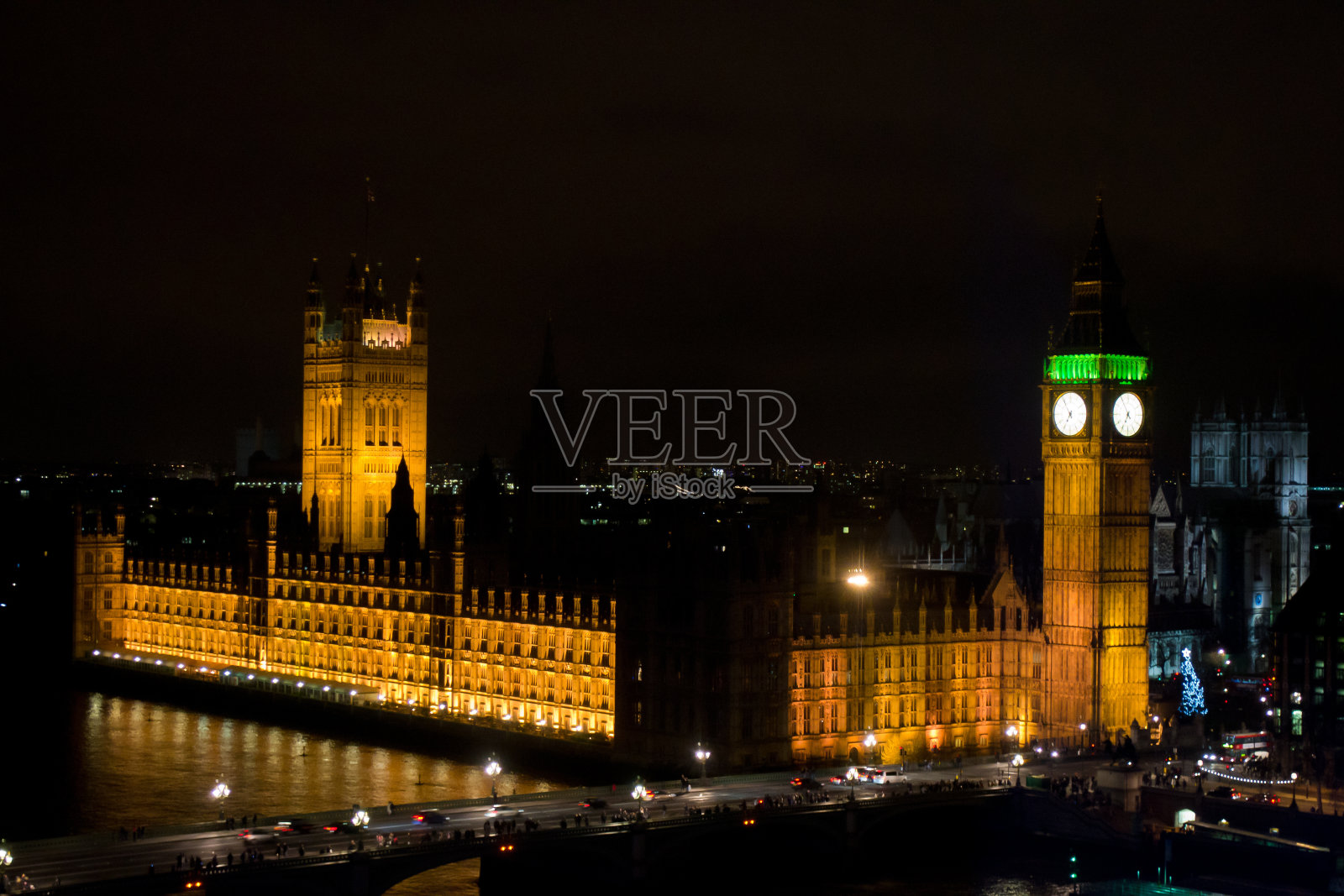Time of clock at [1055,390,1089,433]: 6:54
